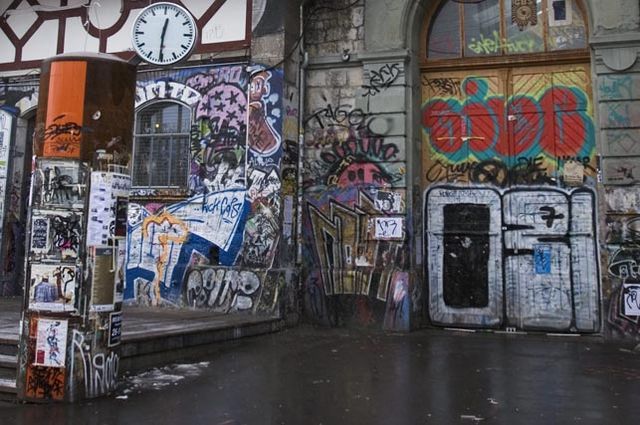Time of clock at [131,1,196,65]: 12:30
